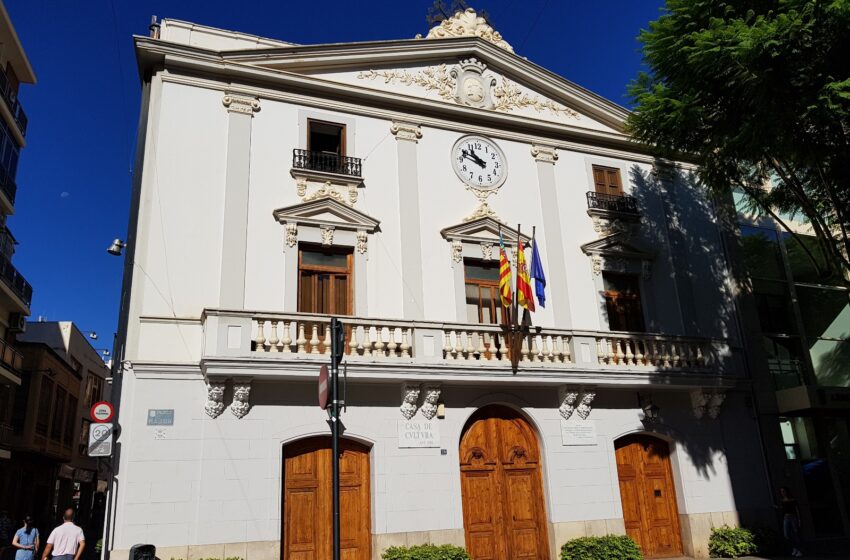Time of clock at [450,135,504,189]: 10:49
